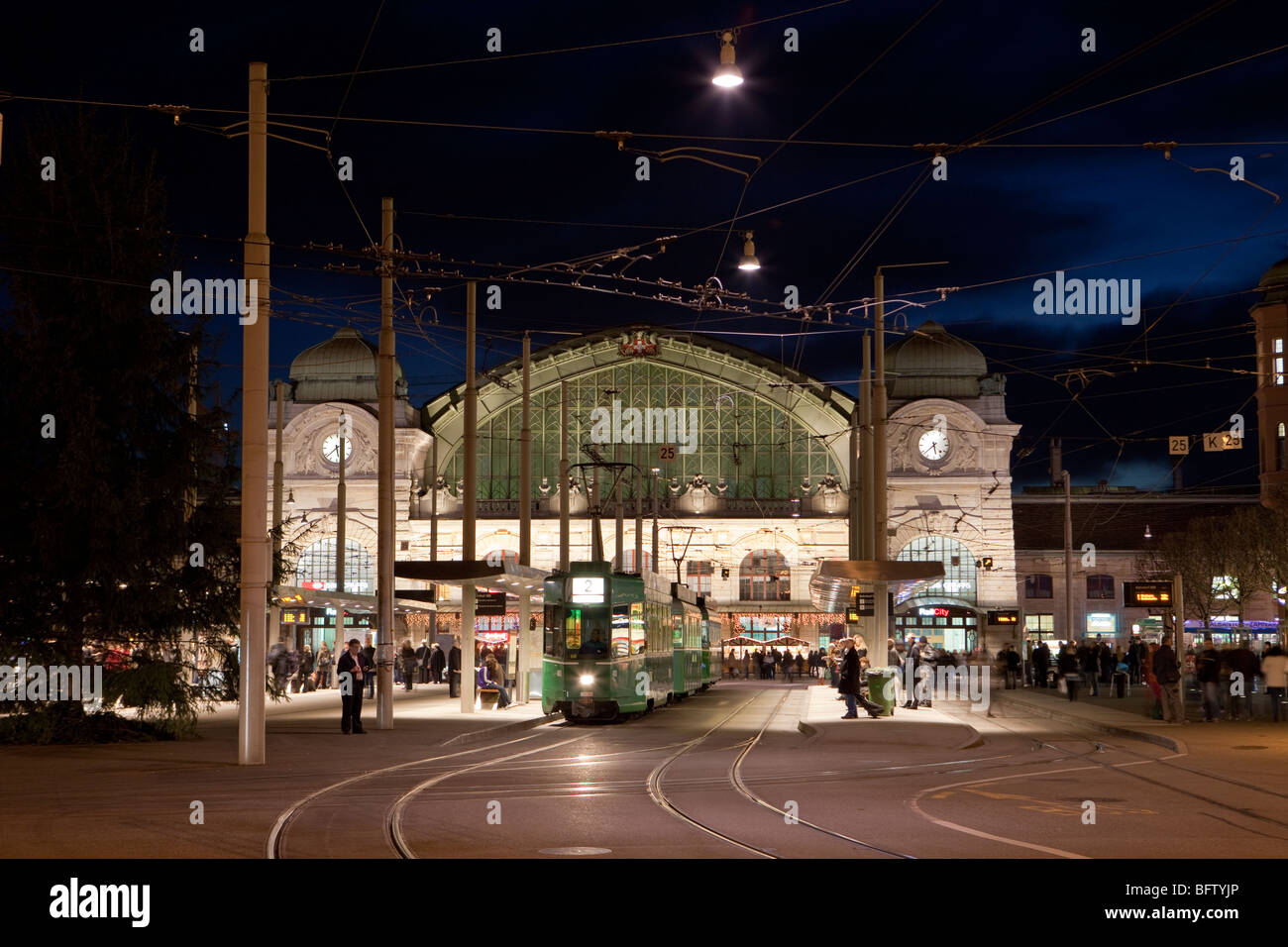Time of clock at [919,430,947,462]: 5:38
